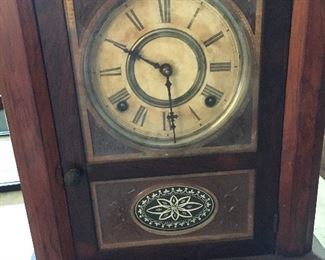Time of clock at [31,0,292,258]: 5:49
